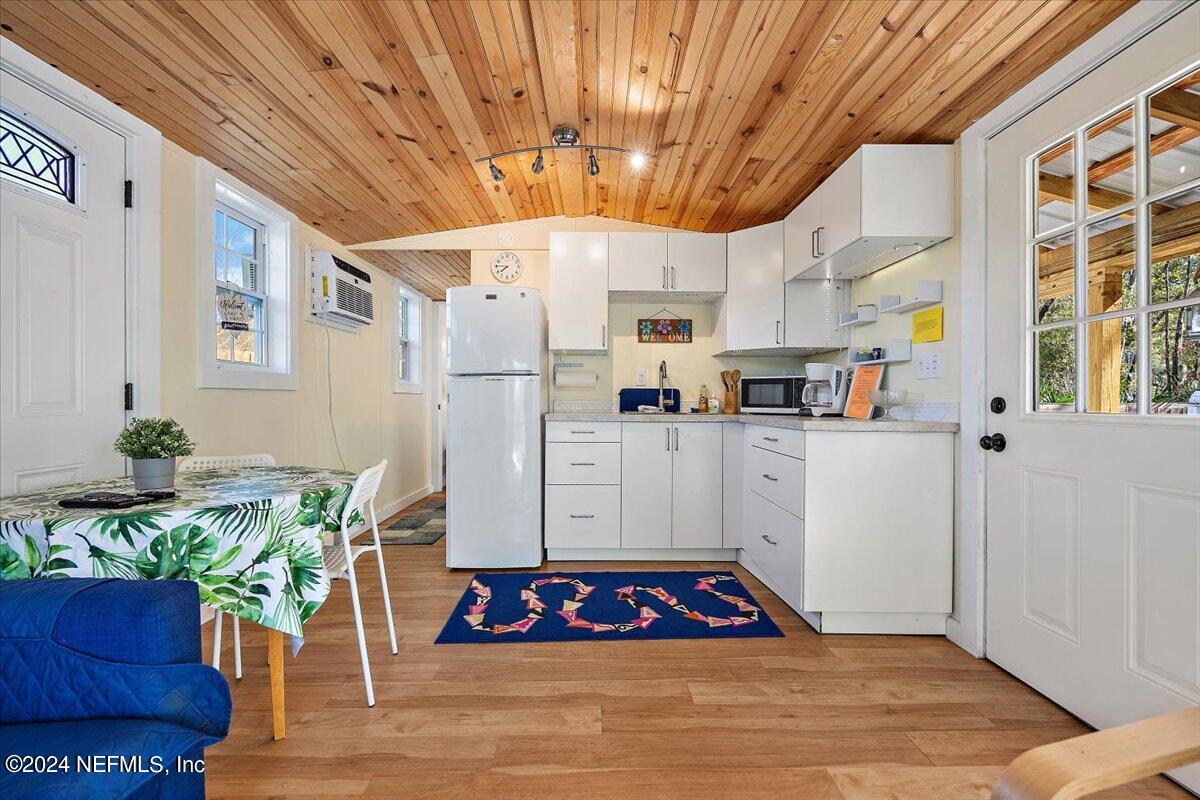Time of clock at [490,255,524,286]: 7:45
